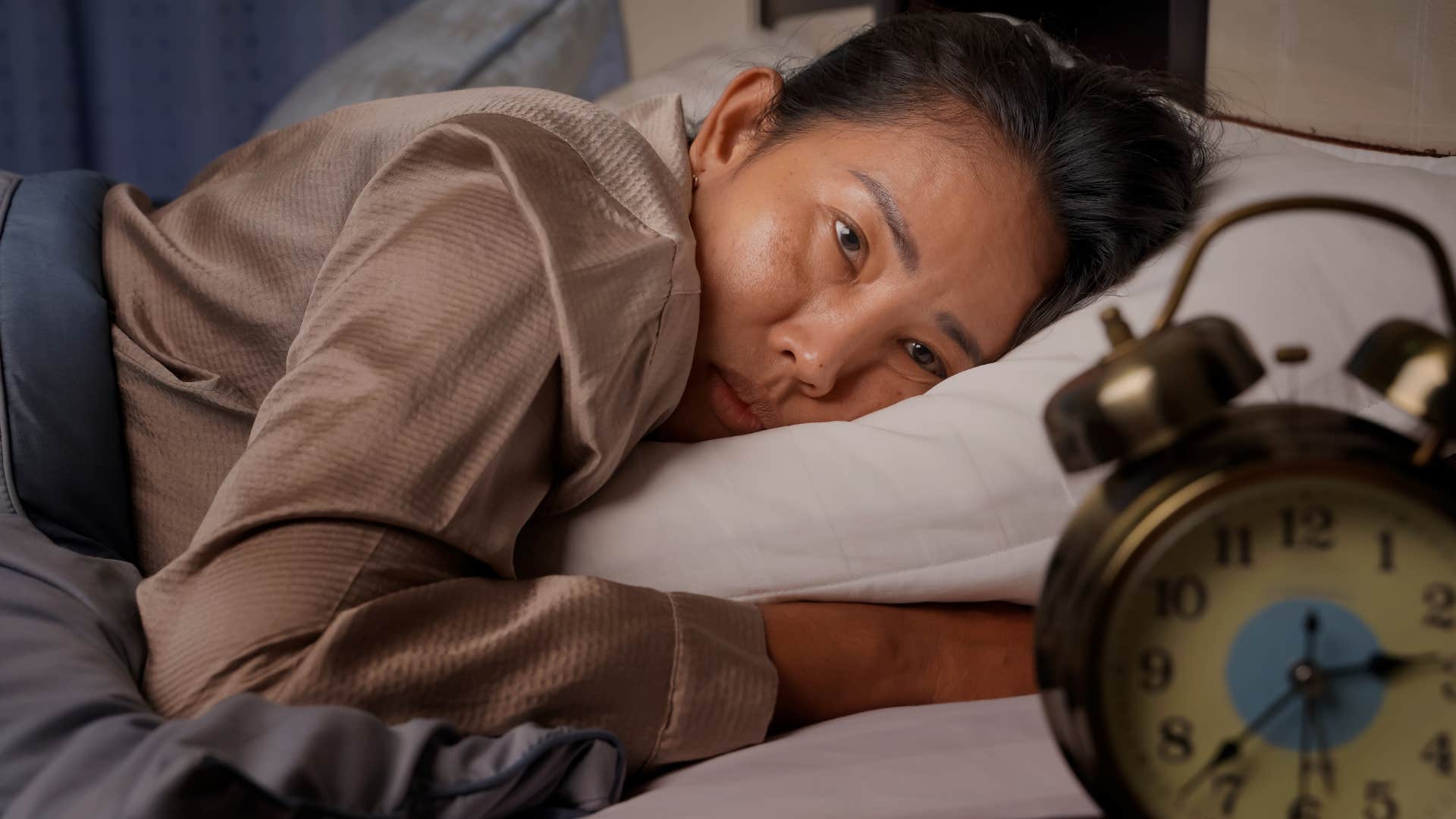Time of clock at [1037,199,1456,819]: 2:37
